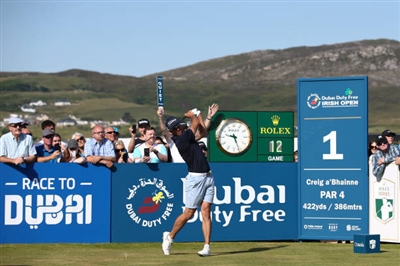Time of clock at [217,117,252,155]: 9:26
